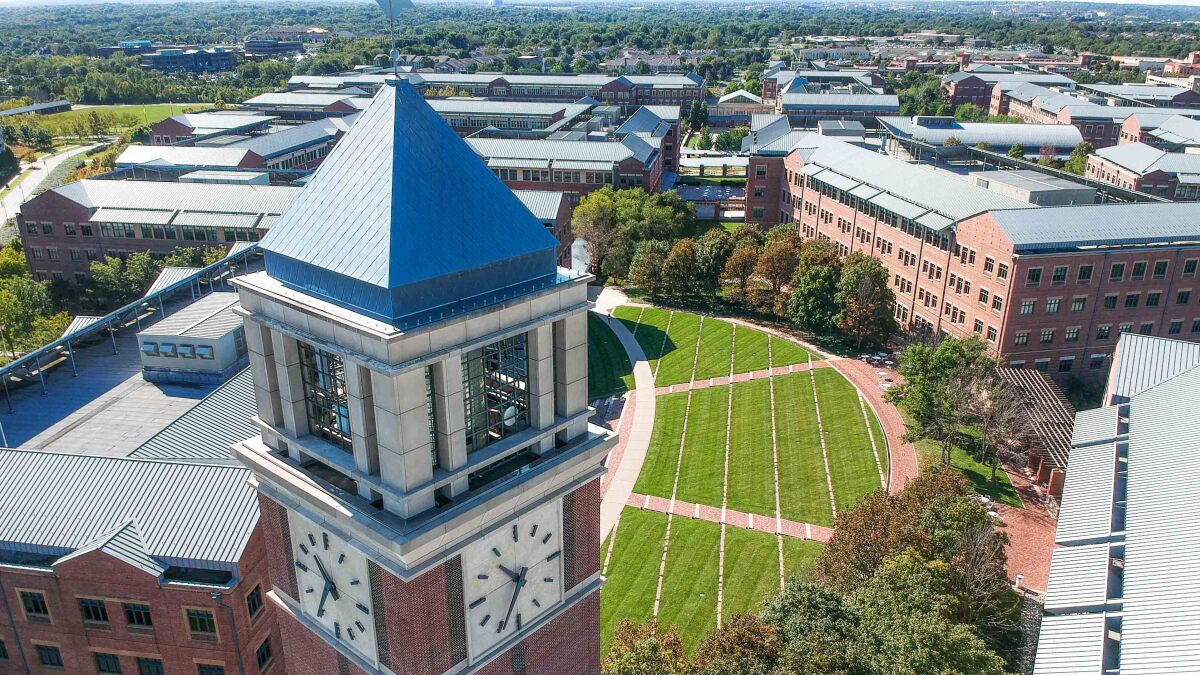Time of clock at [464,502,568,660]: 10:34
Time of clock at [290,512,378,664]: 10:34
